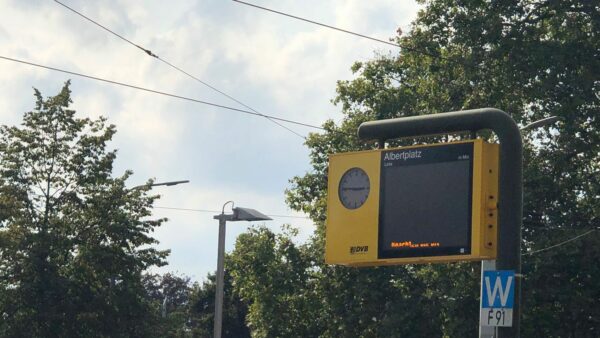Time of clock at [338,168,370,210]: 2:45
